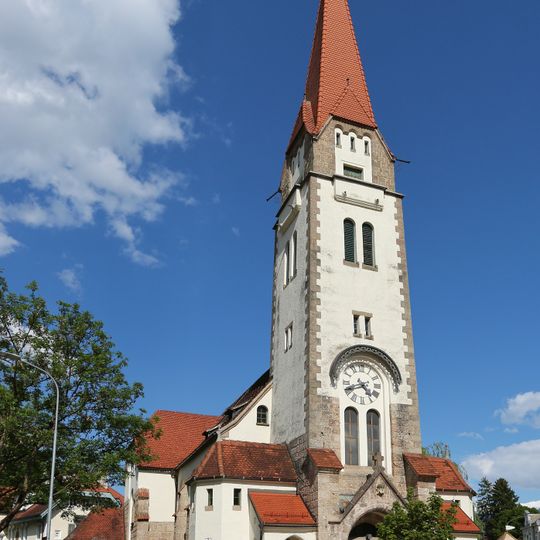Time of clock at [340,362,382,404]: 4:42
